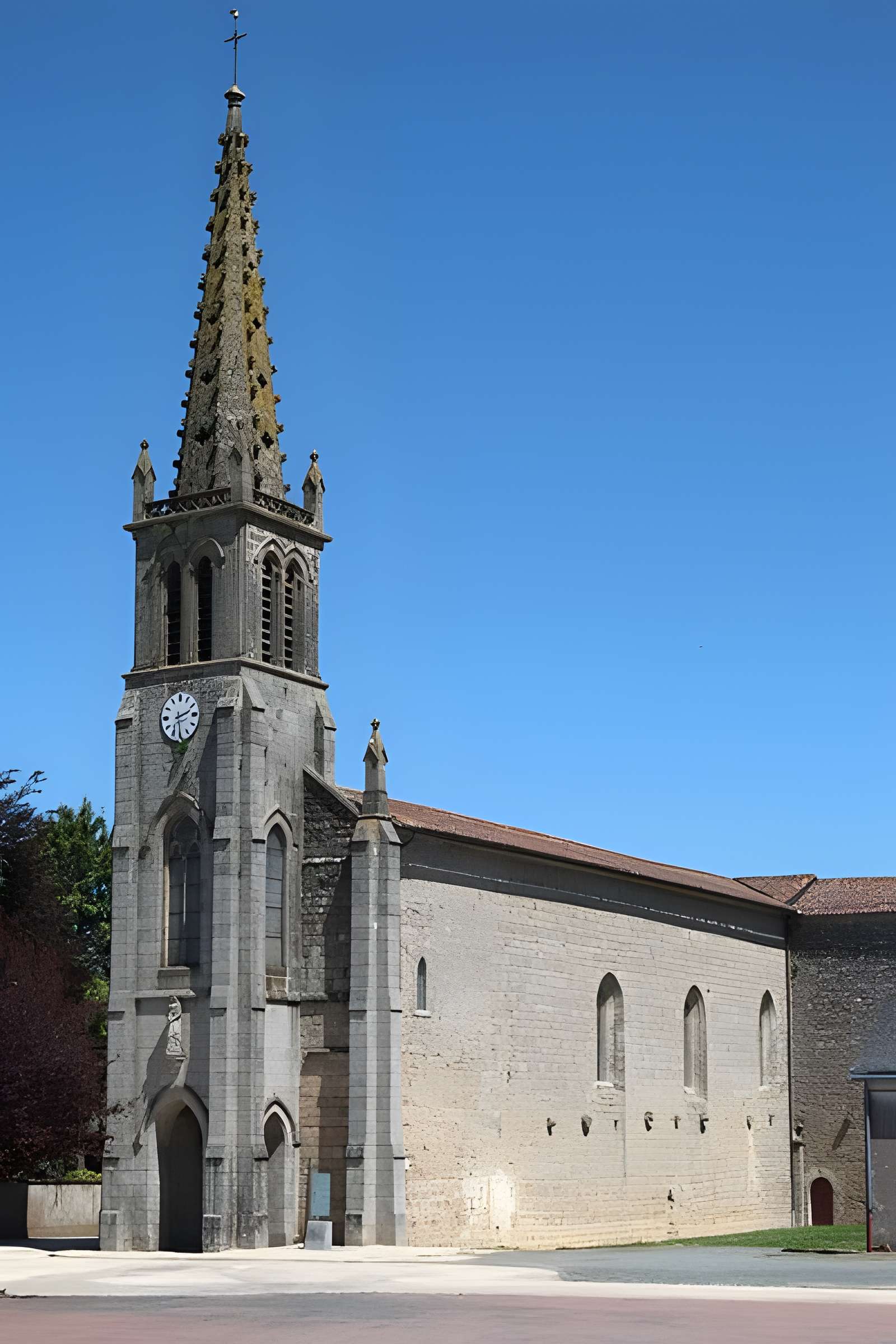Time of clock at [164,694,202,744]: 2:29
